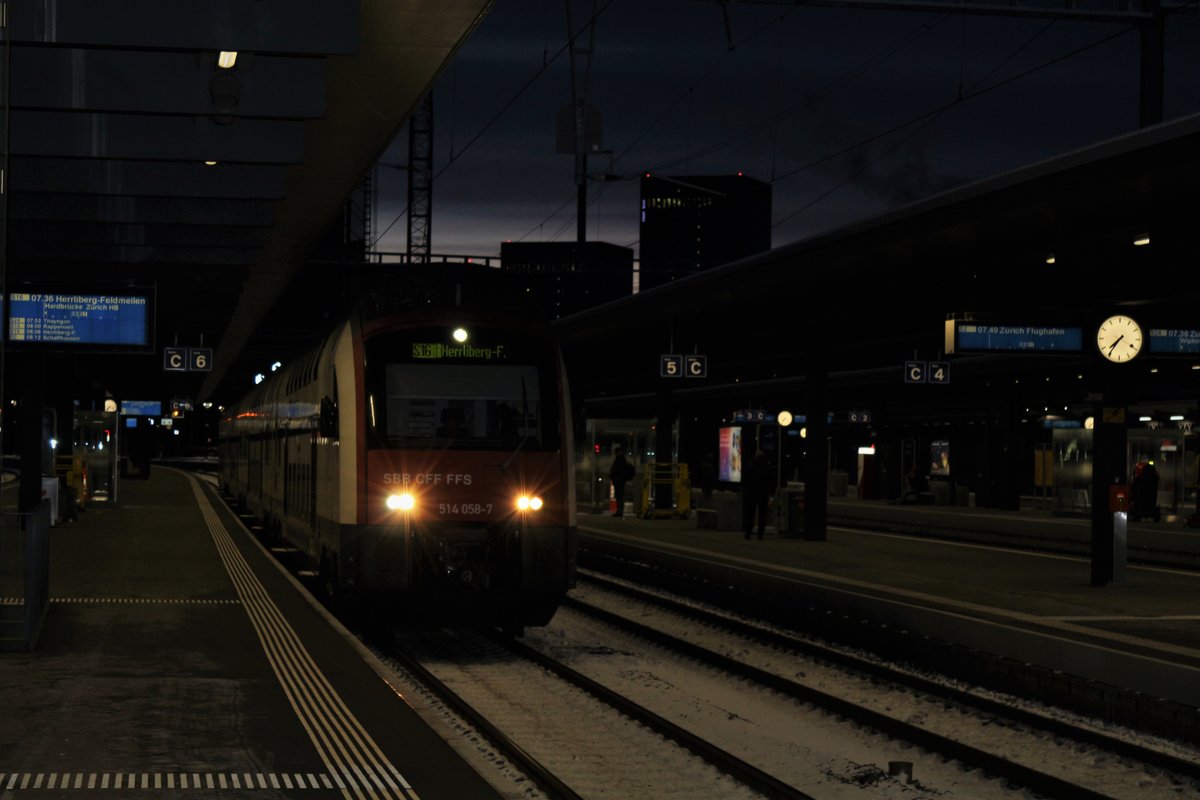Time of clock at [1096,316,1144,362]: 7:35
